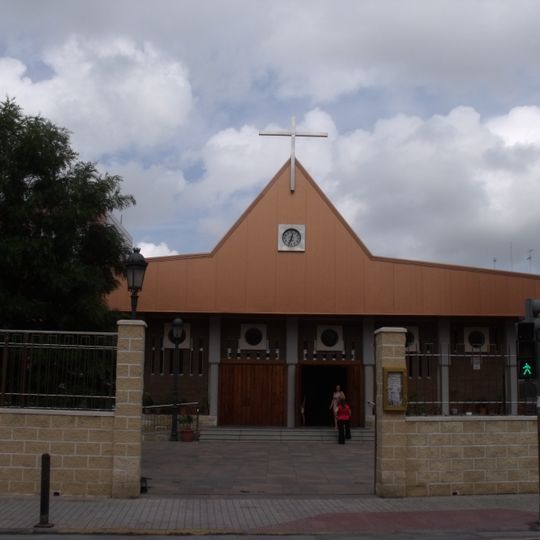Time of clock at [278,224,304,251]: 12:33
